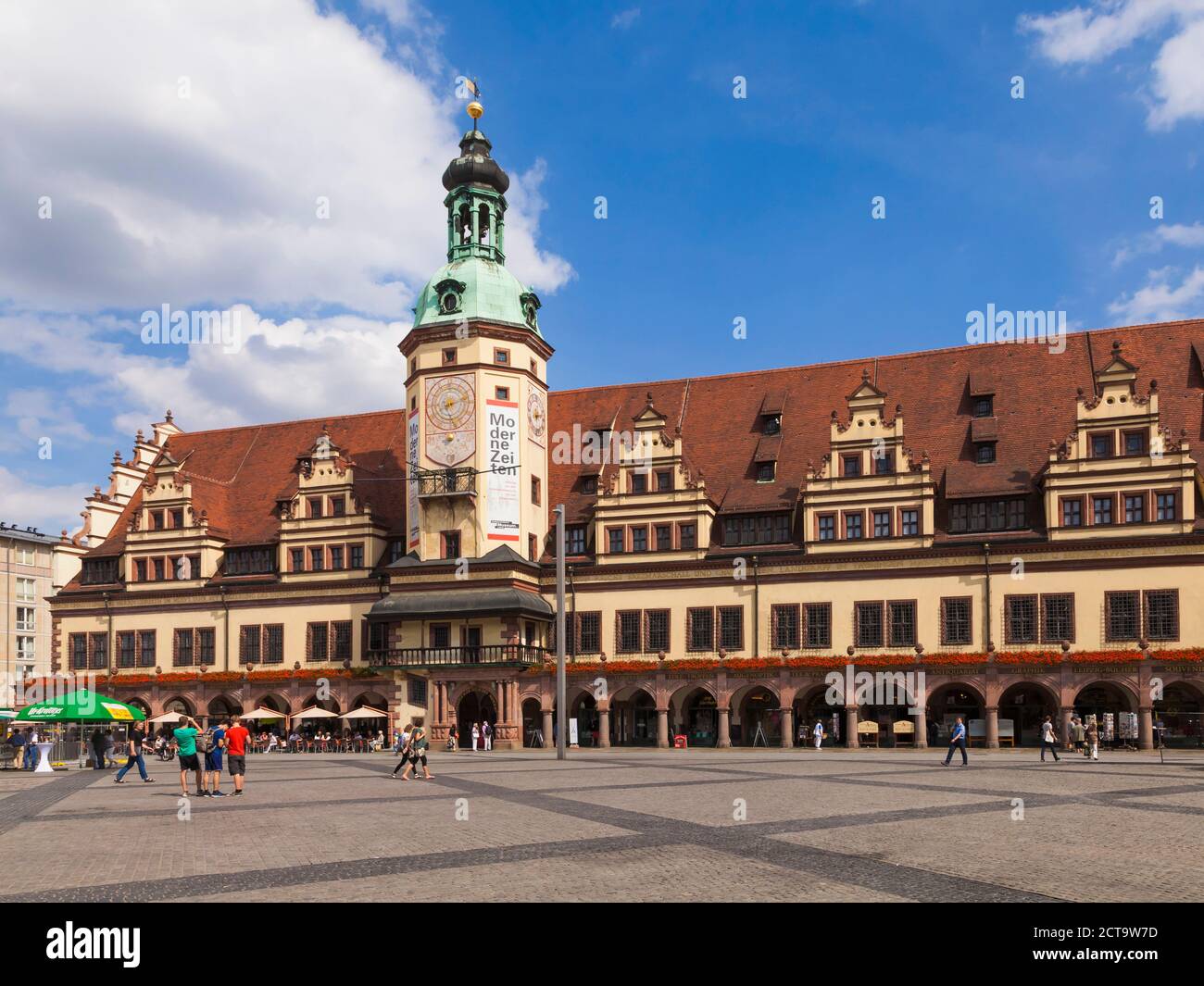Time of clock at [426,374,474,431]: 8:12
